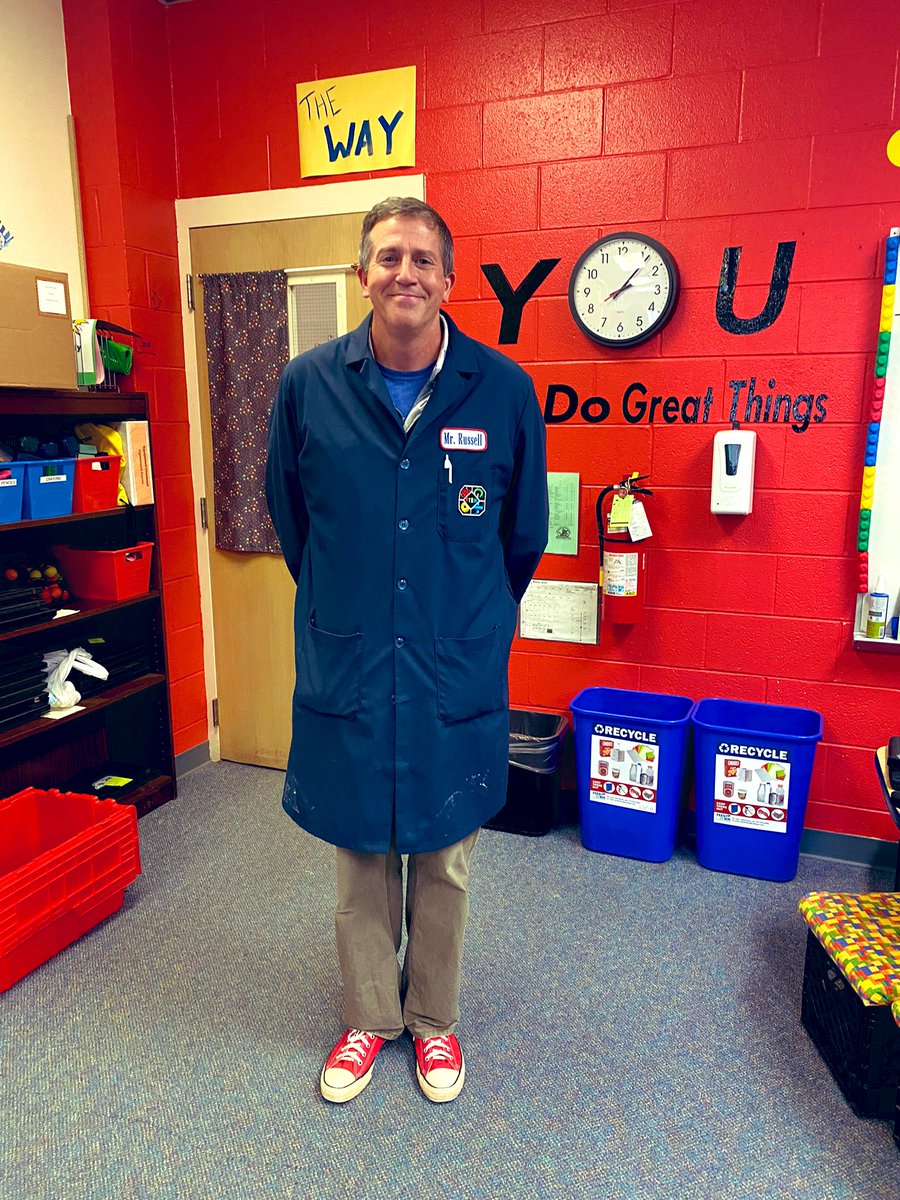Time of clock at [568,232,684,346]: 8:06
